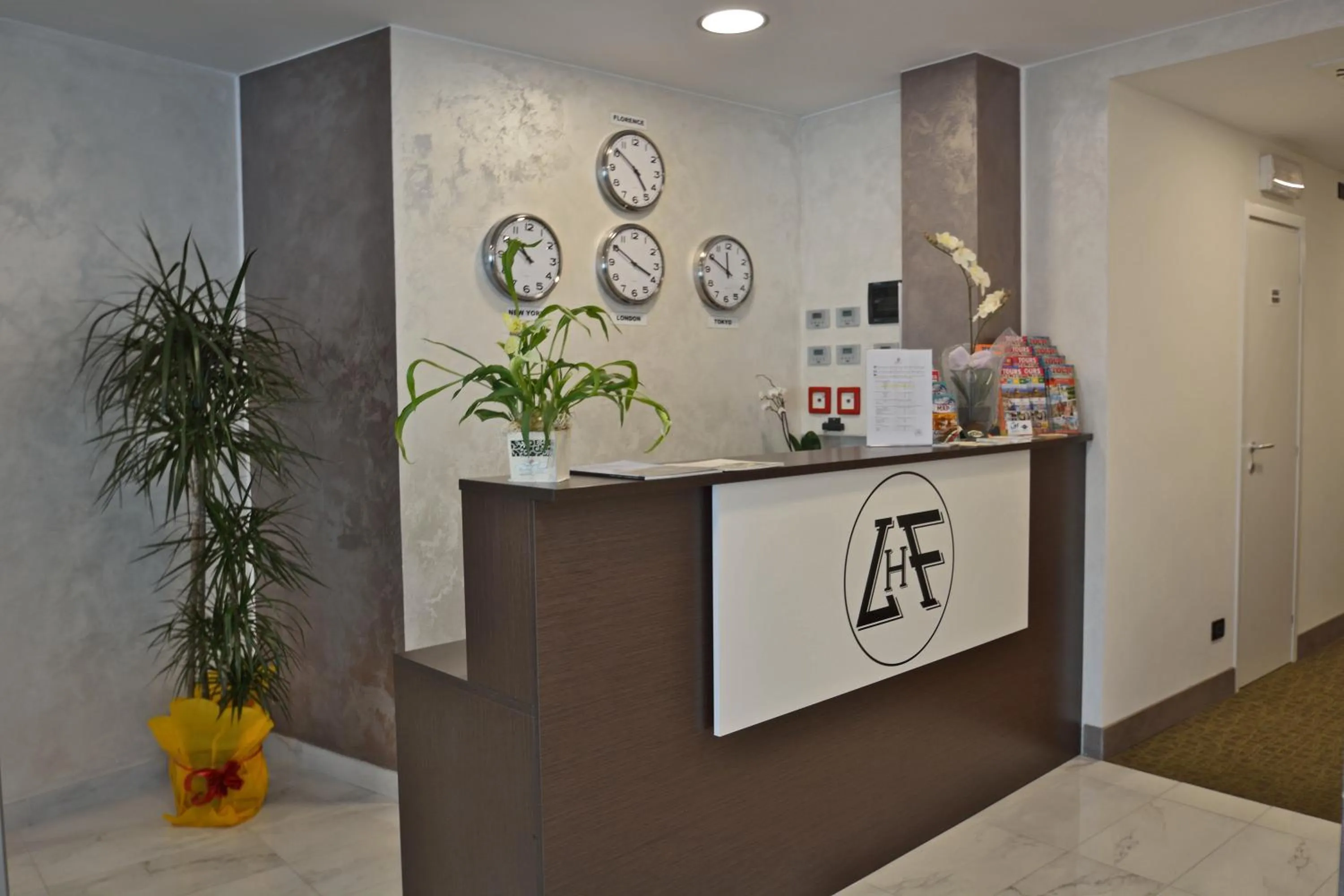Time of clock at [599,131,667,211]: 4:51
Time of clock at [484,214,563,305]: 10:07
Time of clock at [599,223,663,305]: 3:50
